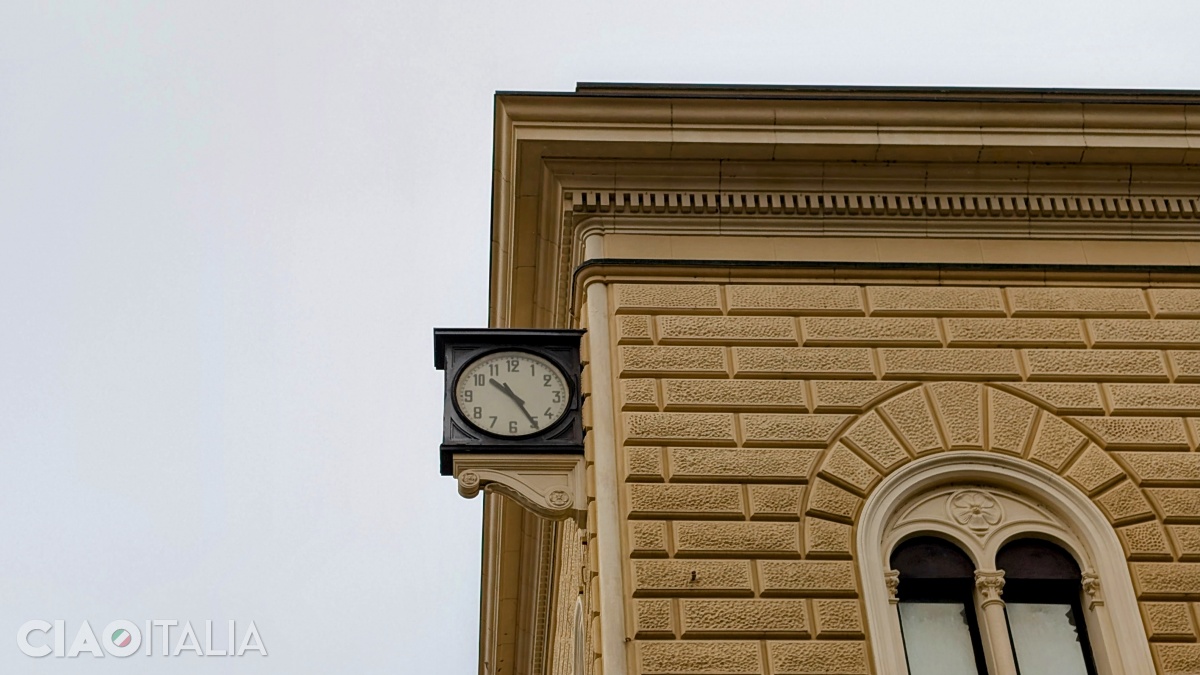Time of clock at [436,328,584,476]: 10:24
